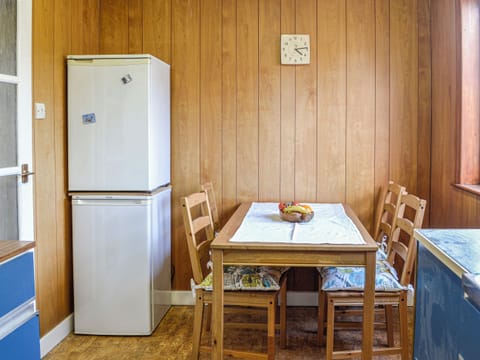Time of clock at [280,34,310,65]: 4:13
